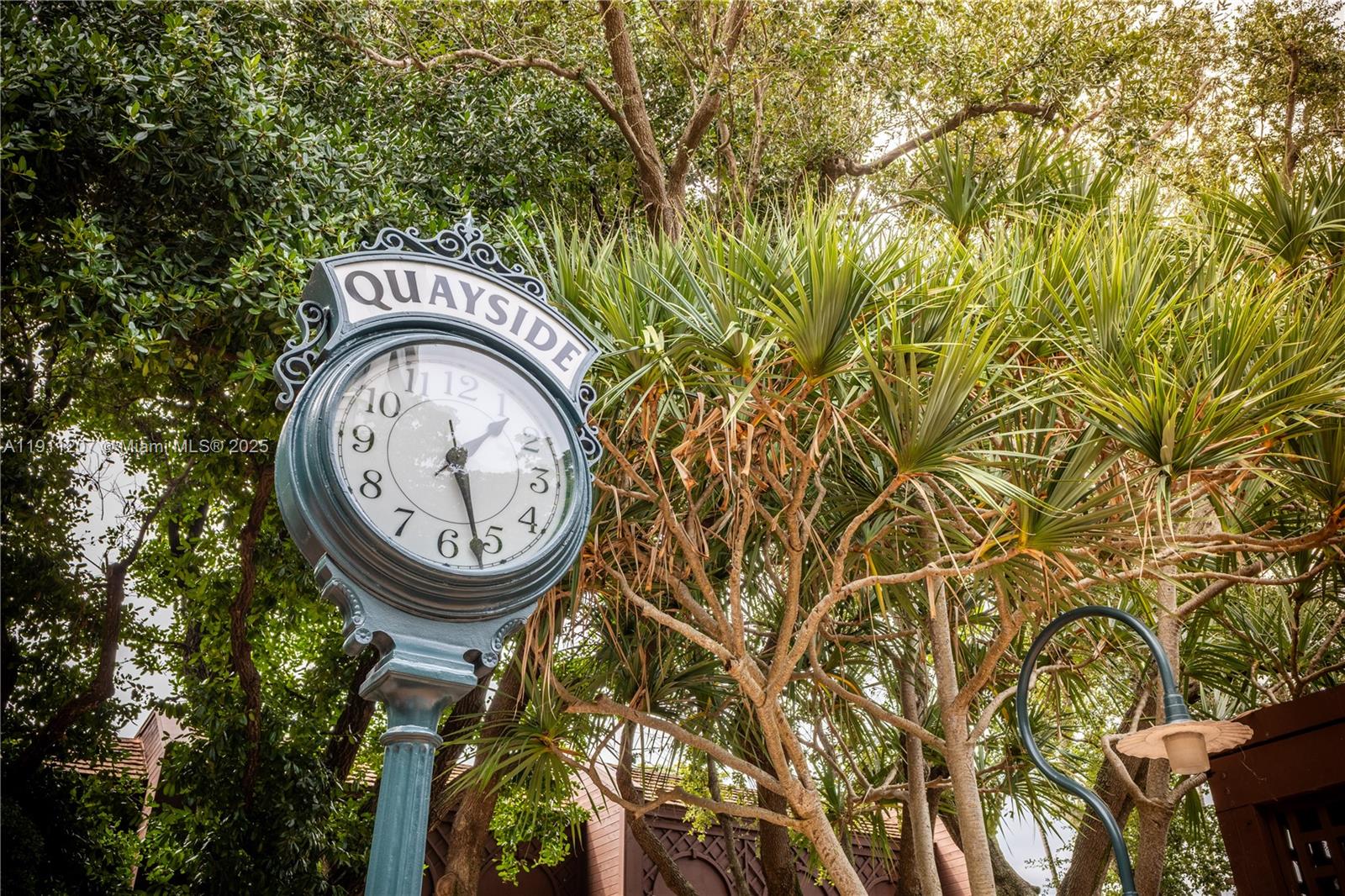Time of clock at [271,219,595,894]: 1:28
